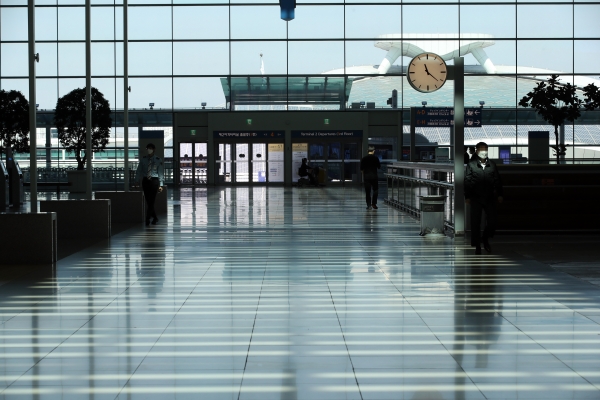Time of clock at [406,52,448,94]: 11:21
